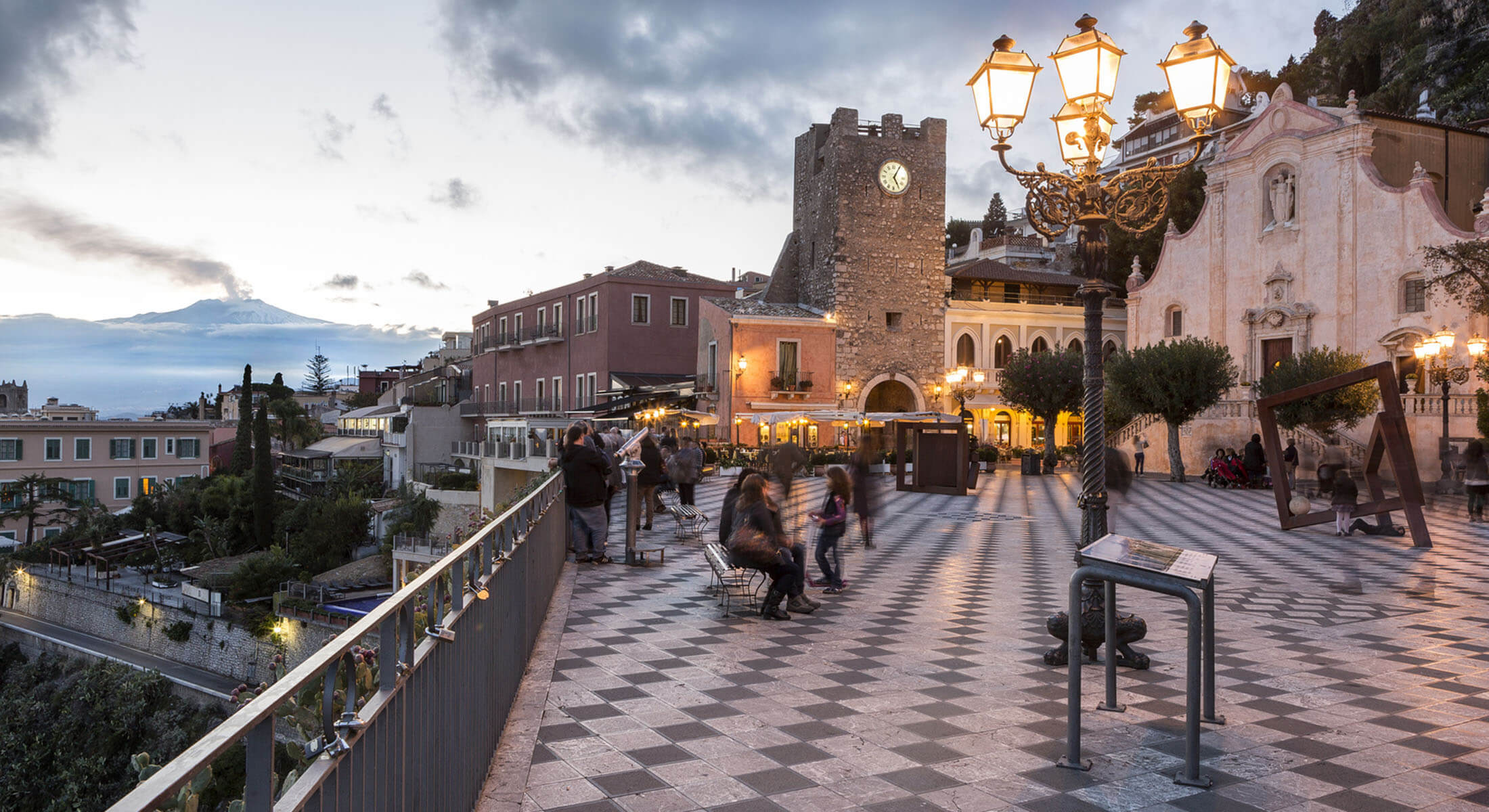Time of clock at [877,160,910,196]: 5:05
